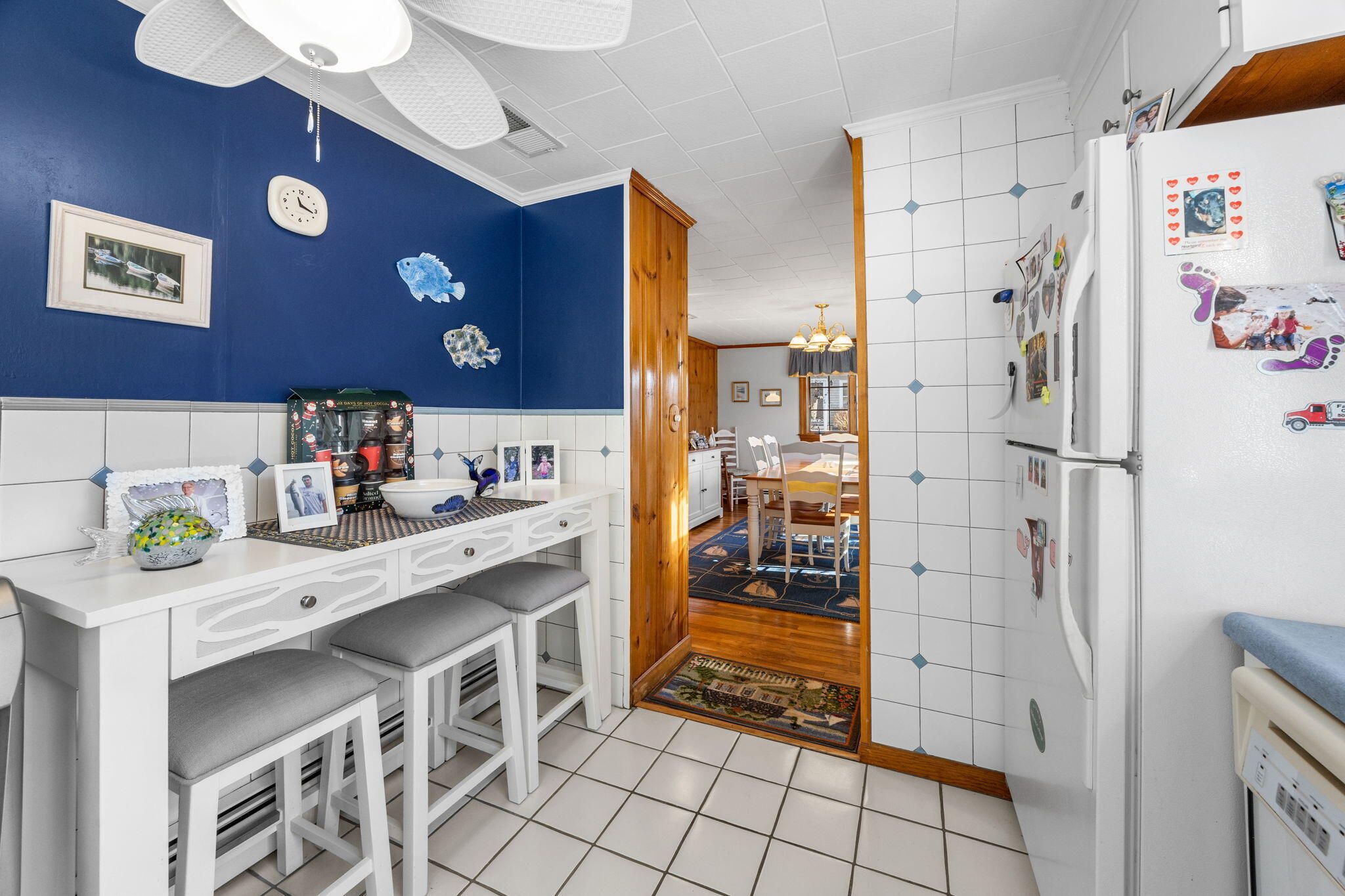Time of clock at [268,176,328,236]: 11:17
